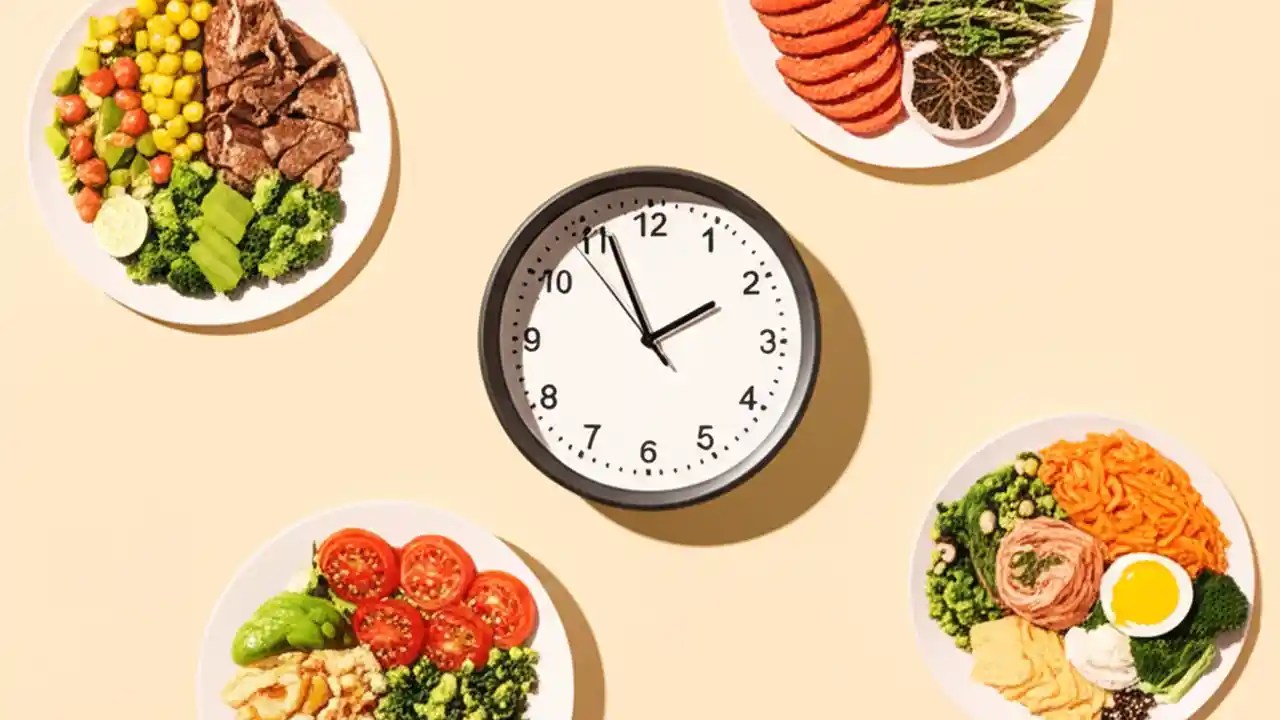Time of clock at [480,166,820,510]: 1:56
